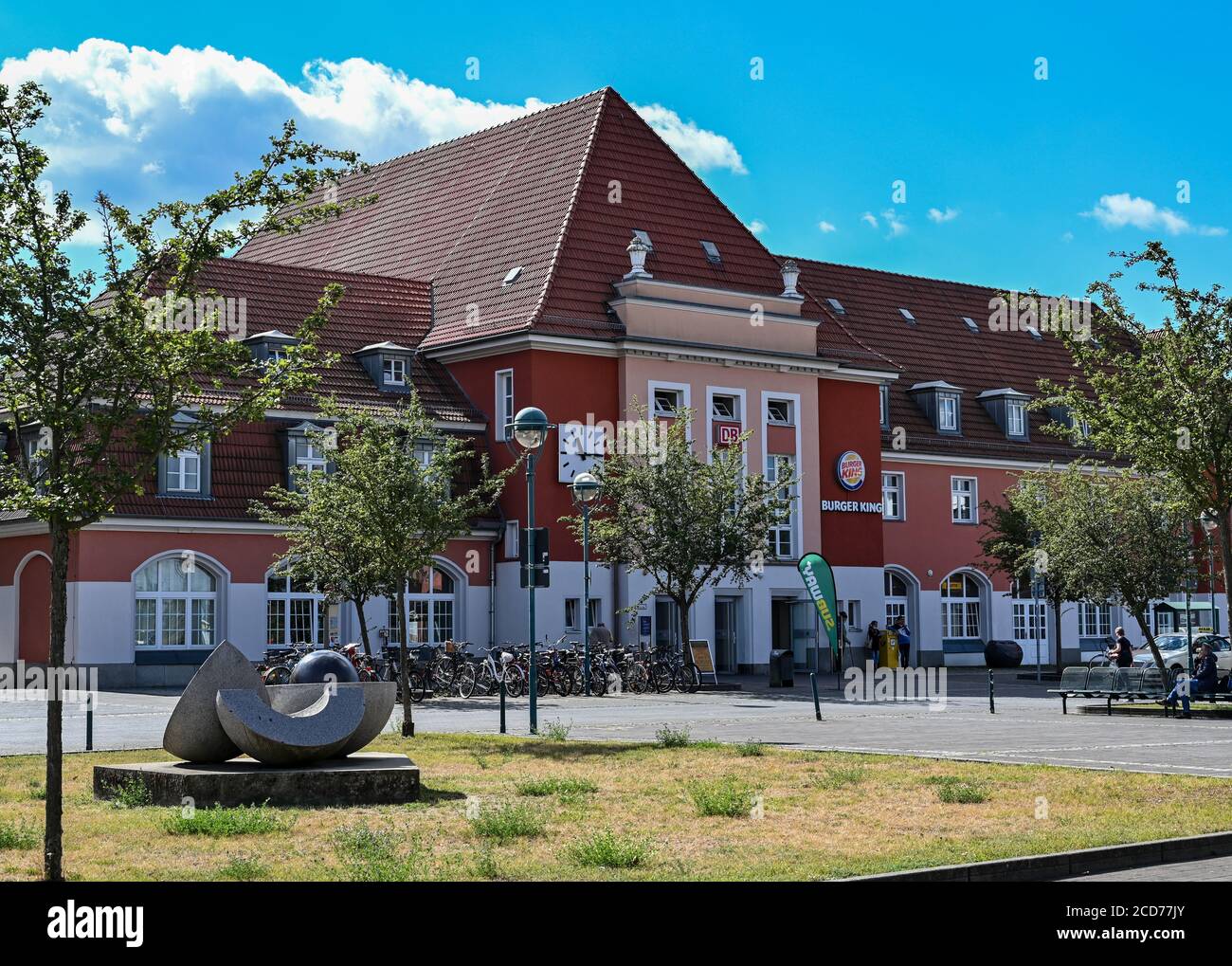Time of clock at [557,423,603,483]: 11:14
